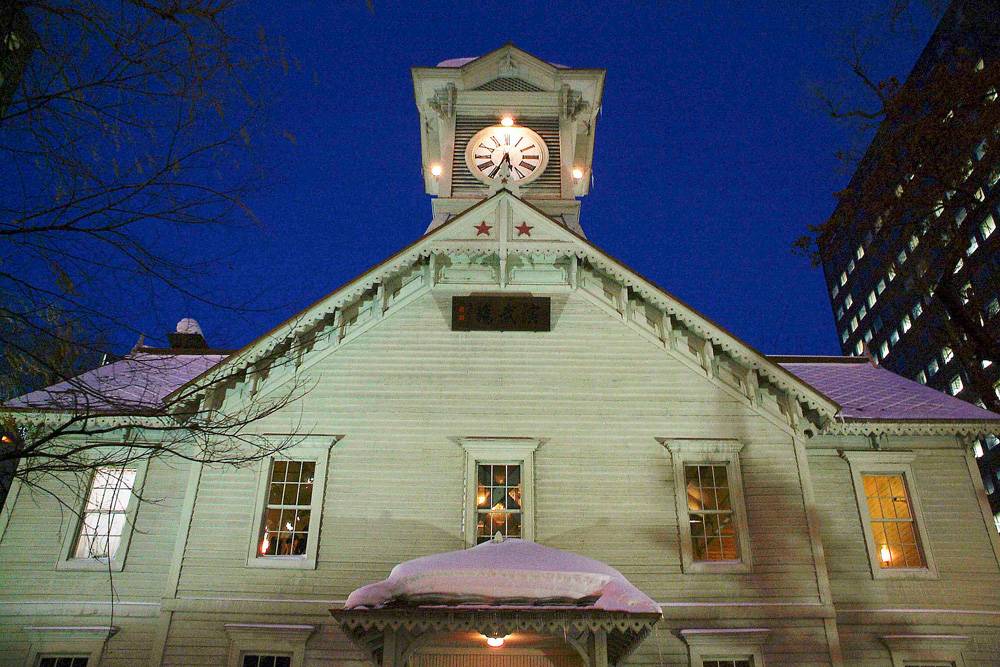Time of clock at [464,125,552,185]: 5:34
